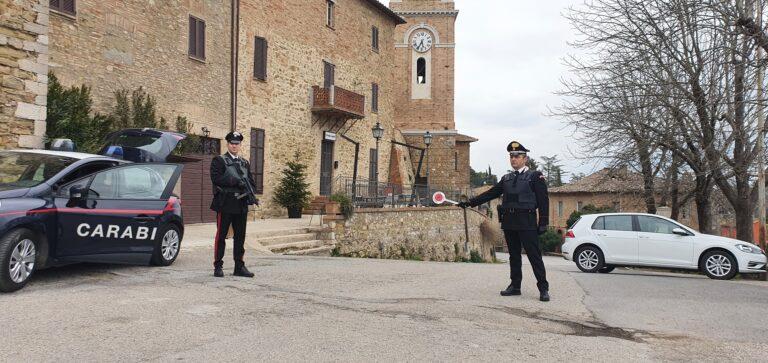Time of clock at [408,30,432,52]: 5:34
